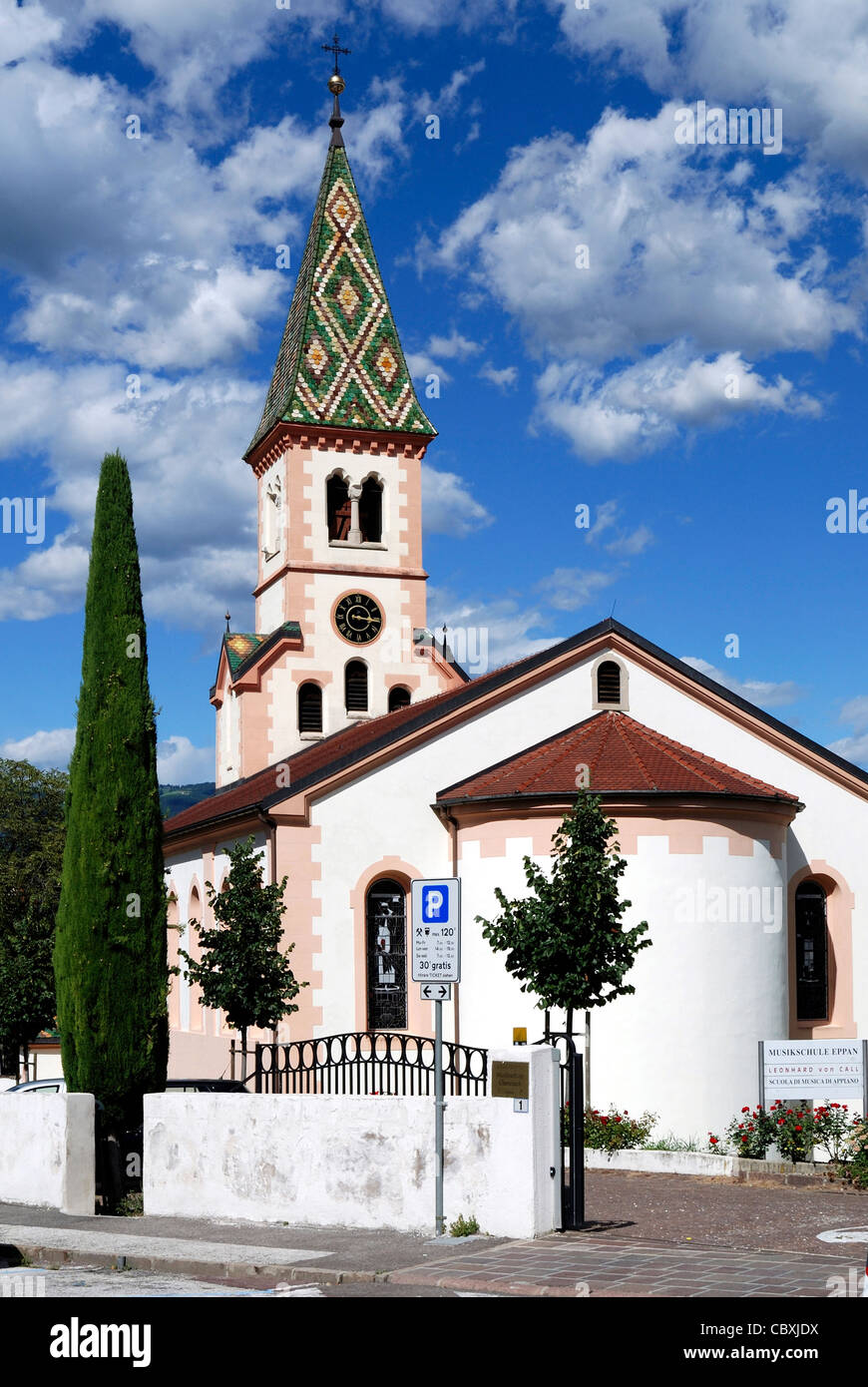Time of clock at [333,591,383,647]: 3:15
